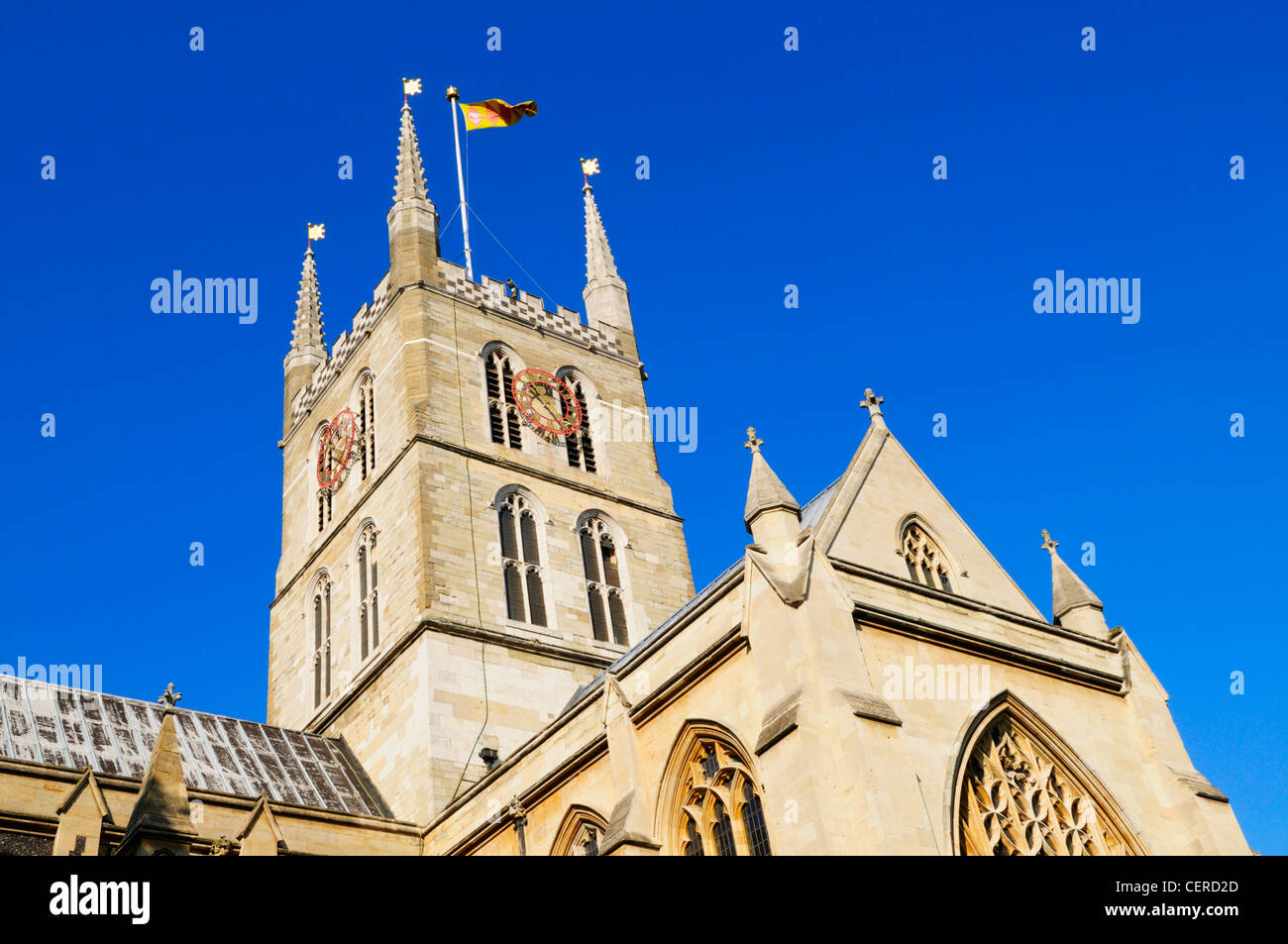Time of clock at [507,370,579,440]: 10:22
